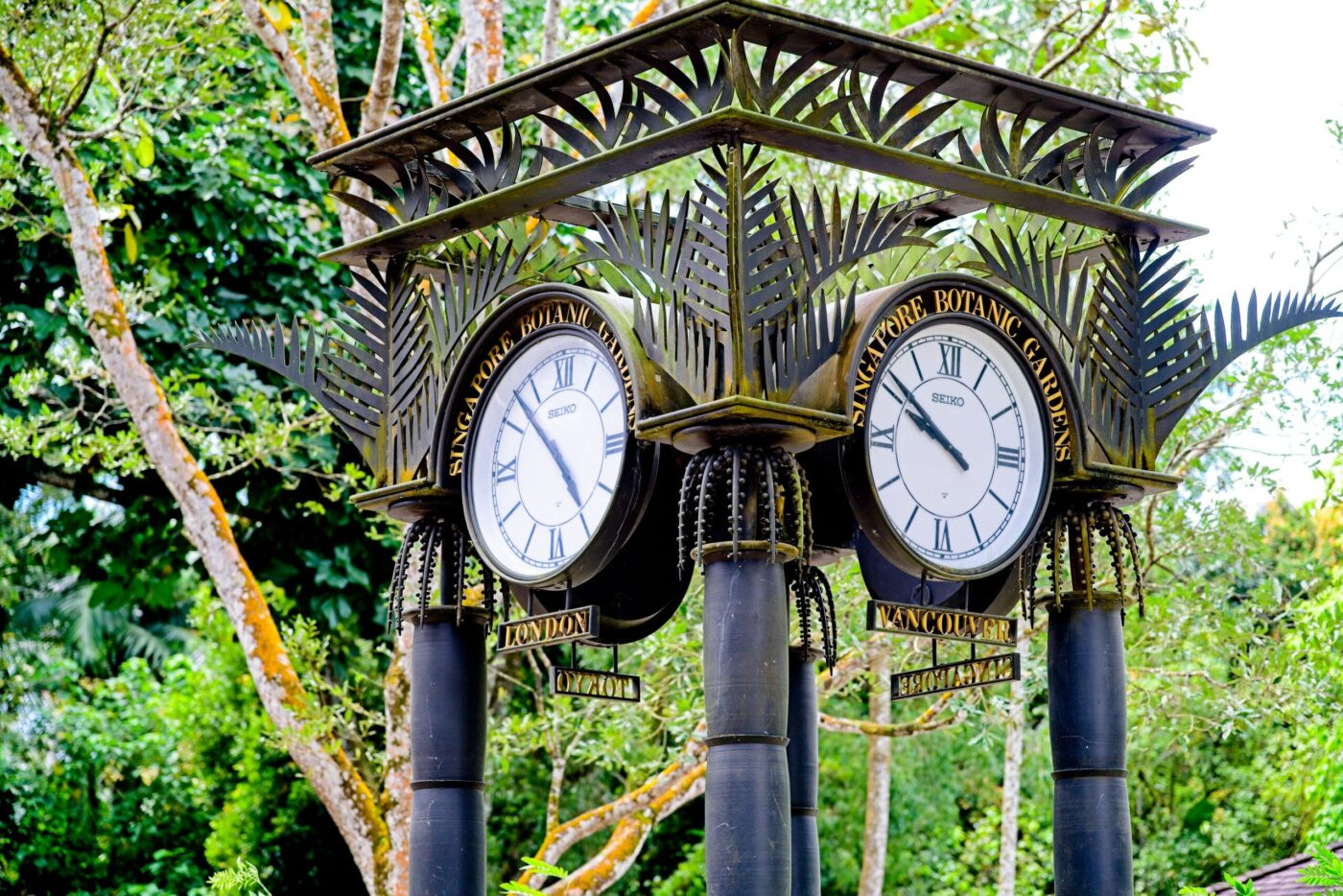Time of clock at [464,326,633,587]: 4:52
